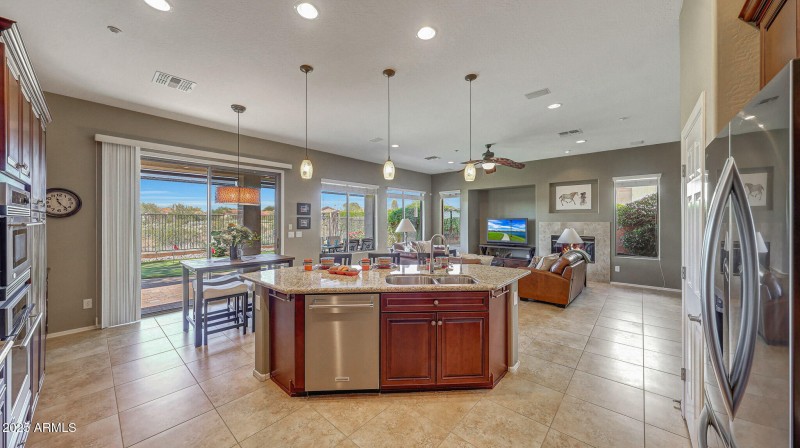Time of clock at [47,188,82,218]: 11:23
